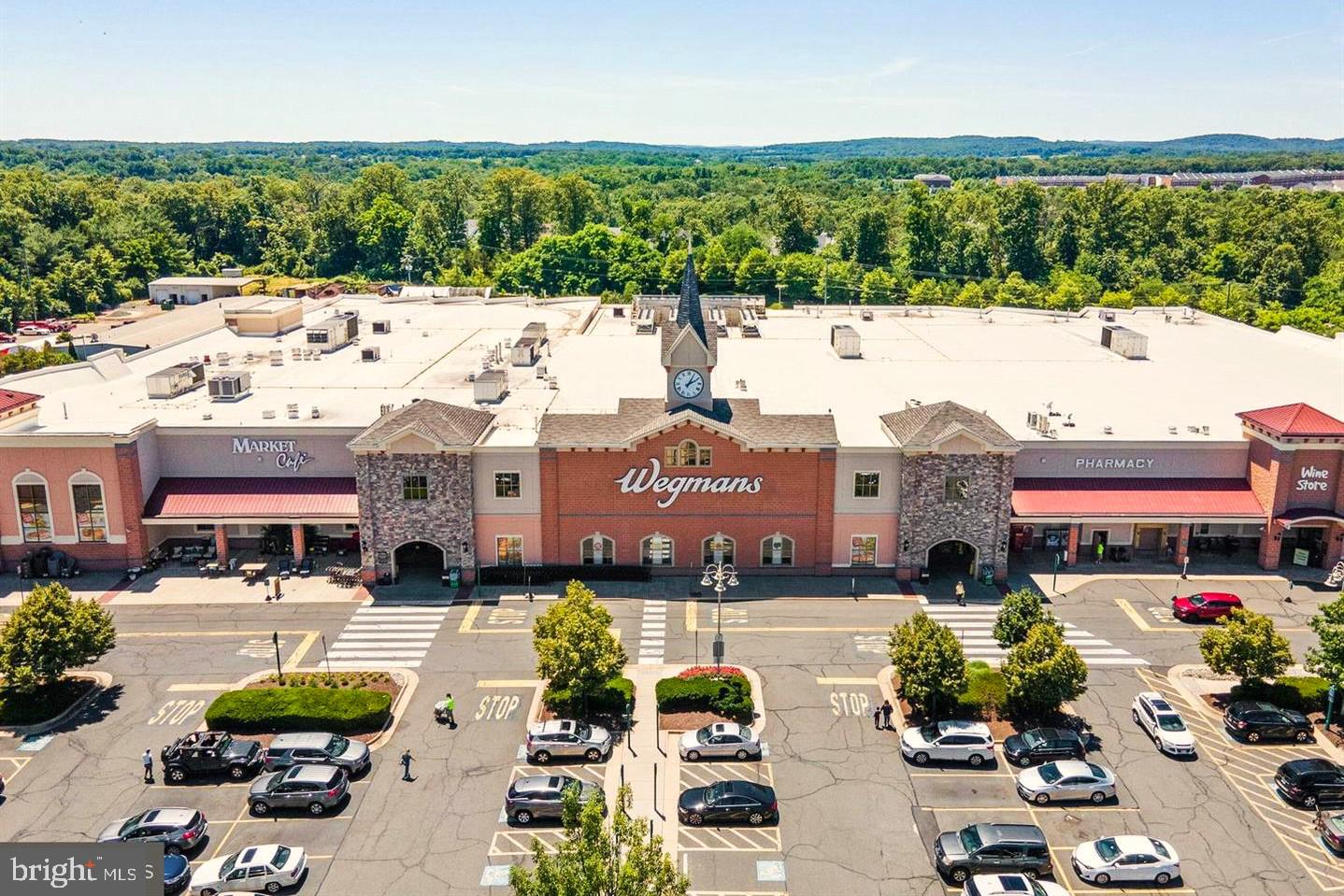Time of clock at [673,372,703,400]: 2:04
